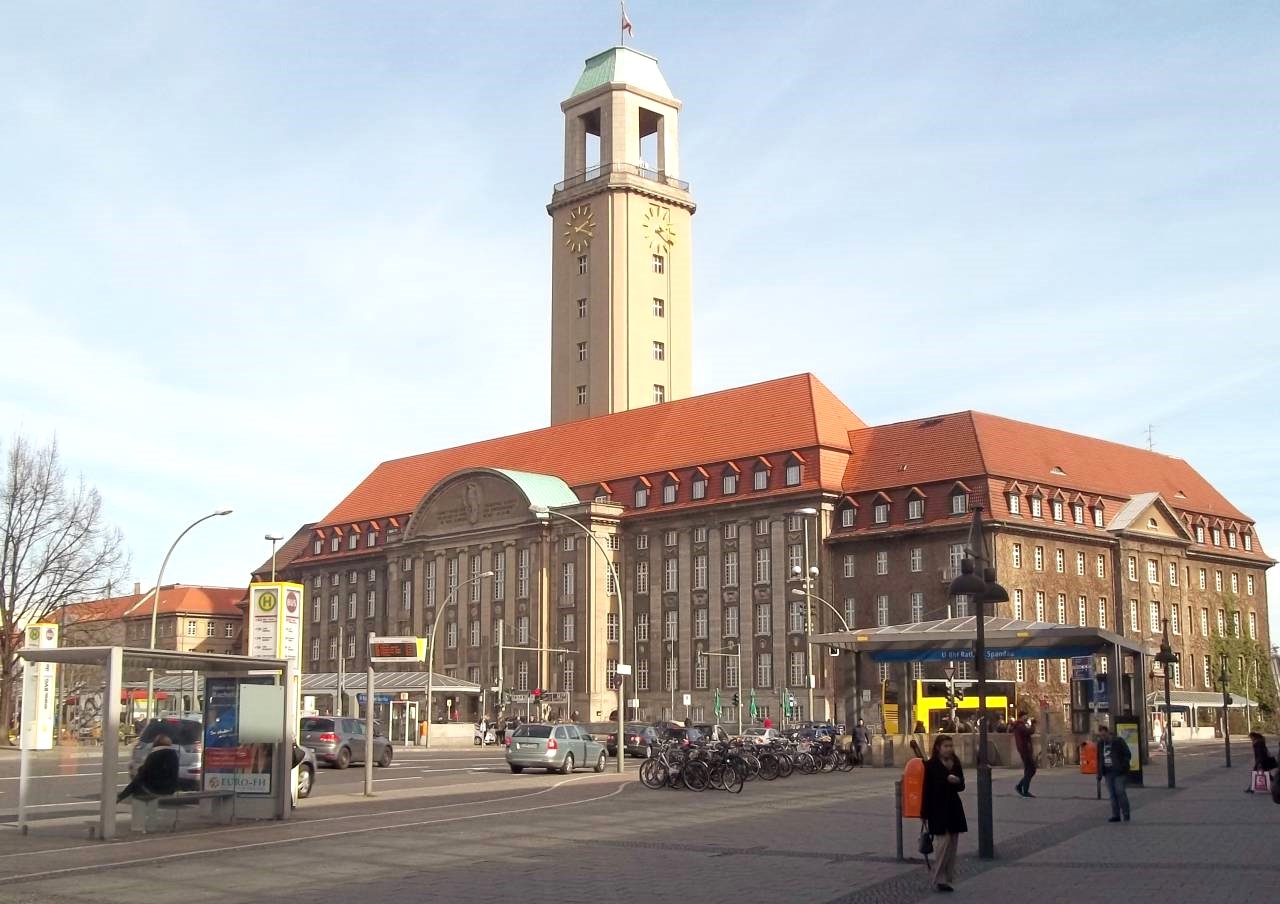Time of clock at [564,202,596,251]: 2:18
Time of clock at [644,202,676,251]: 2:21
